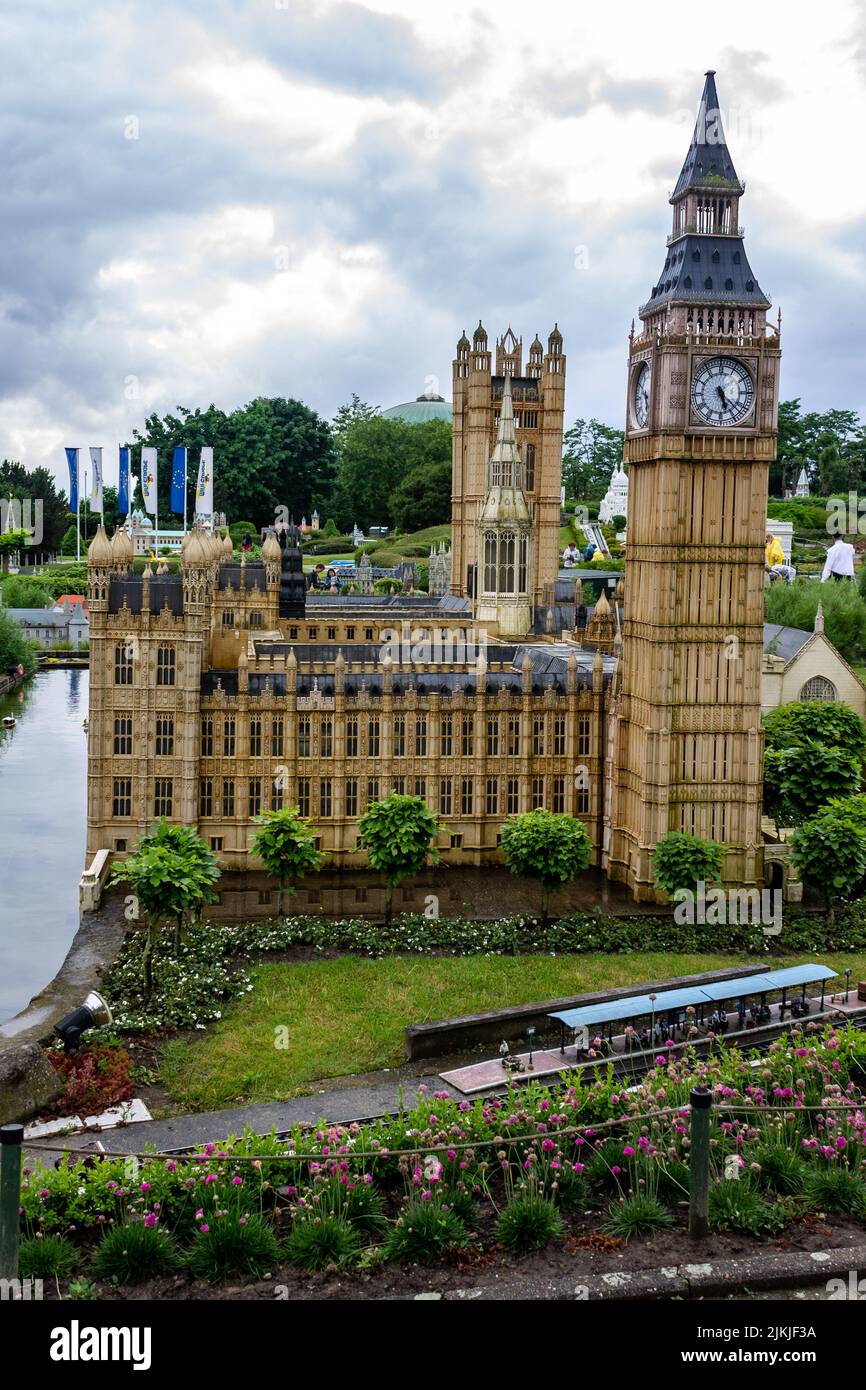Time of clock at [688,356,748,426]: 5:22
